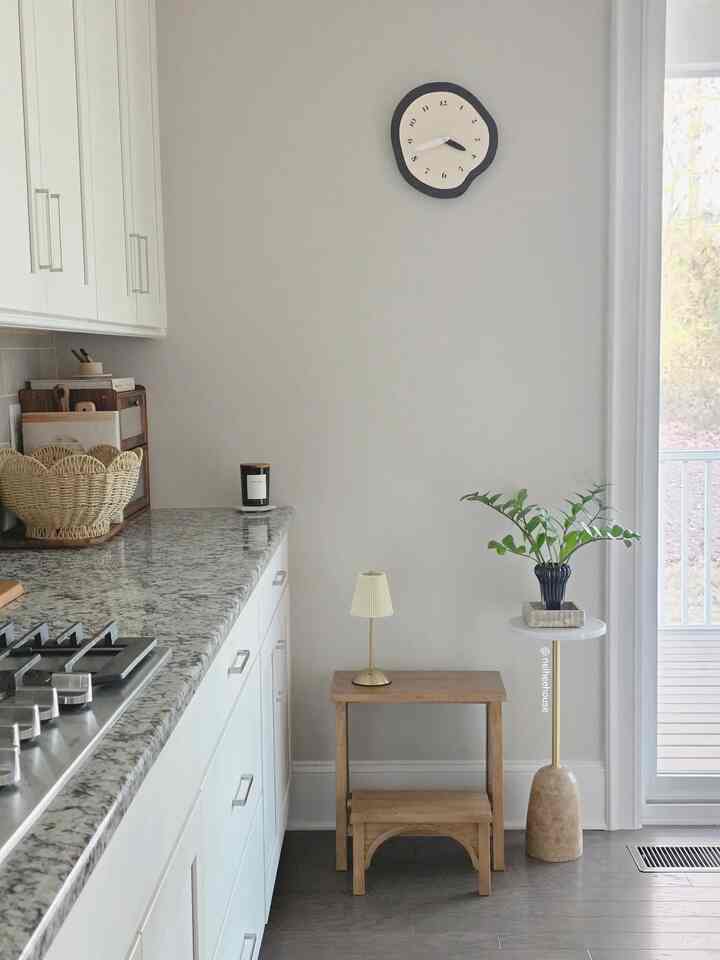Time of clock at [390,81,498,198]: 3:42
